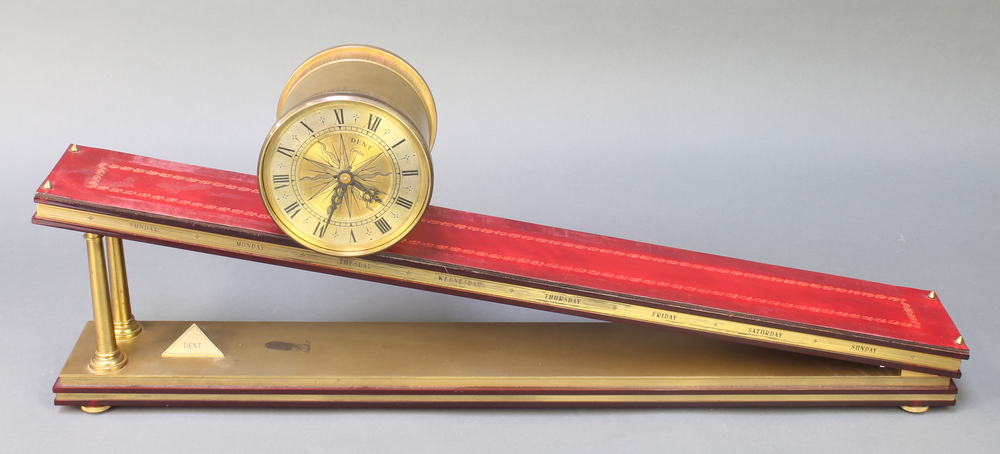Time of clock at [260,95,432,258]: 4:34
